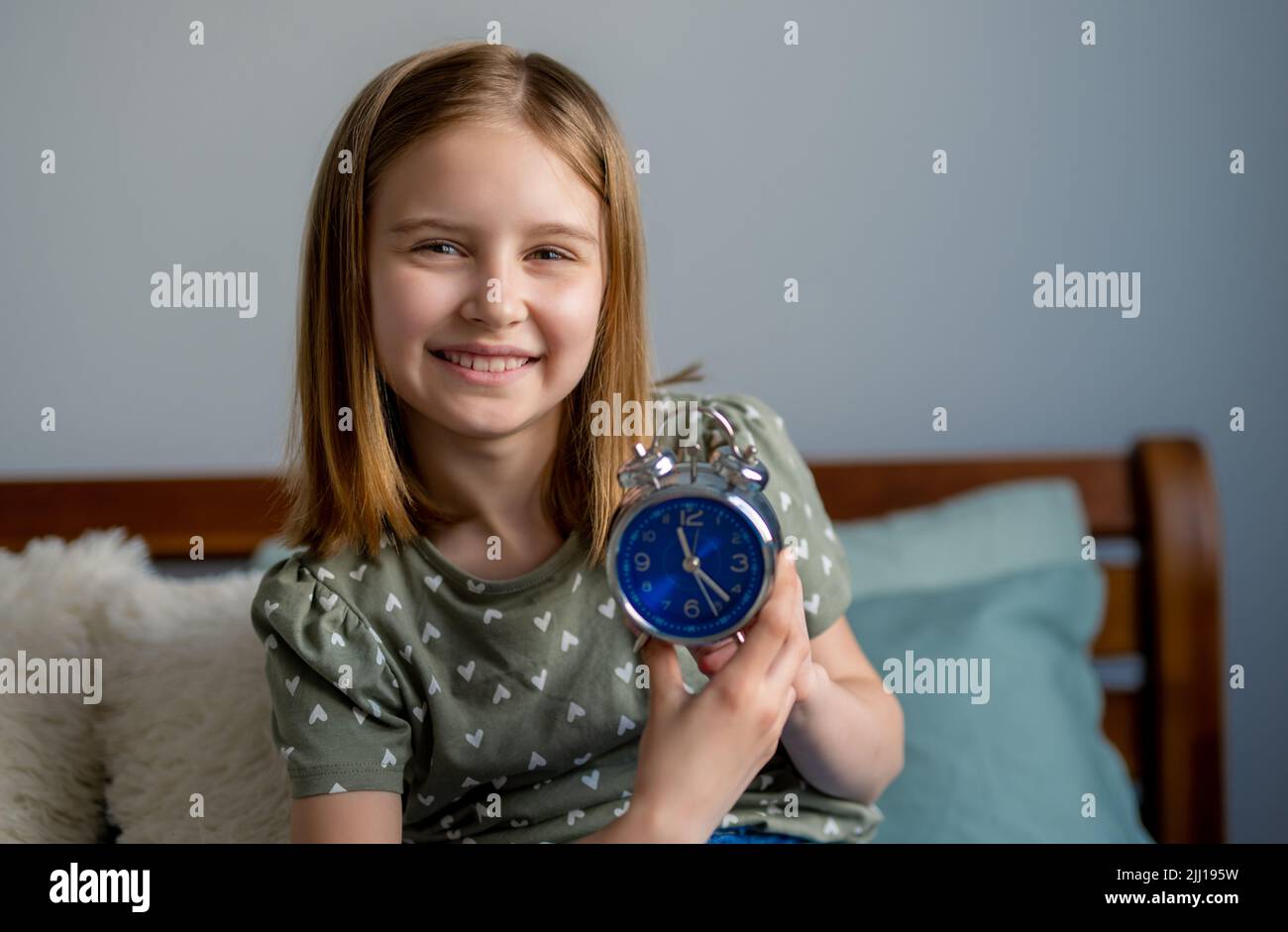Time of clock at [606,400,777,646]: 11:22
